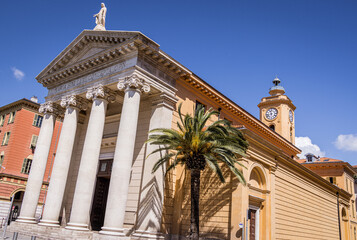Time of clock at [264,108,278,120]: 11:42
